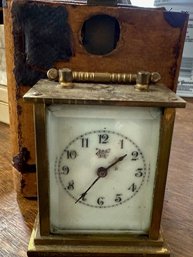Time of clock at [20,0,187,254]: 1:36
